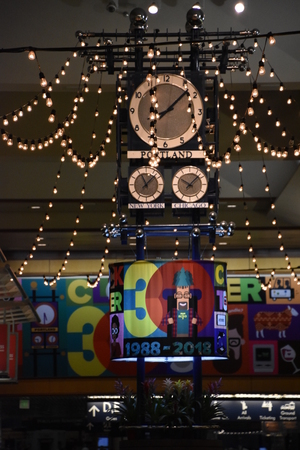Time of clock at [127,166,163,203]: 11:07
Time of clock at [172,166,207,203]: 10:07
